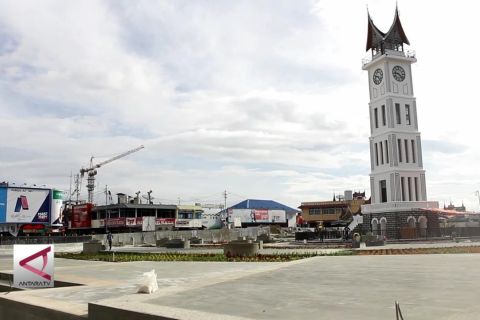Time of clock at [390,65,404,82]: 9:22
